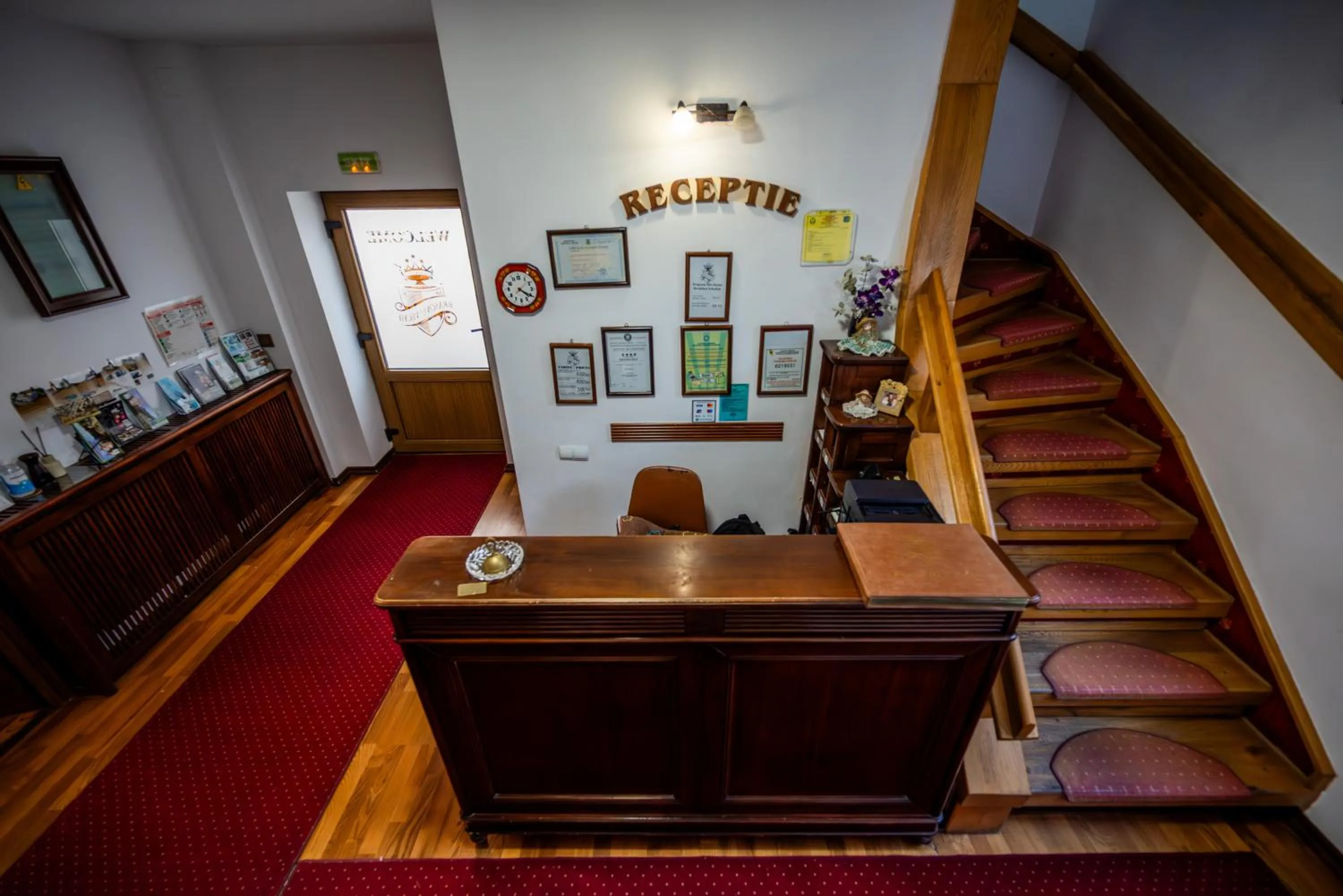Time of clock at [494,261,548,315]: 4:20
